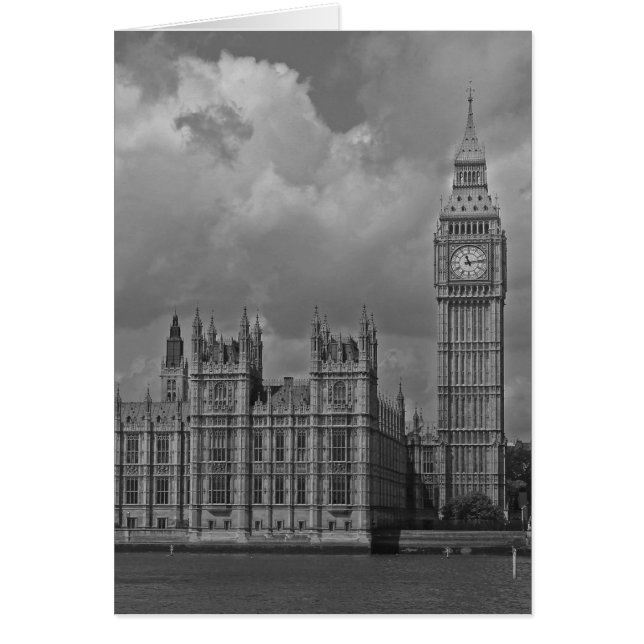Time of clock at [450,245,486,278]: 11:13
